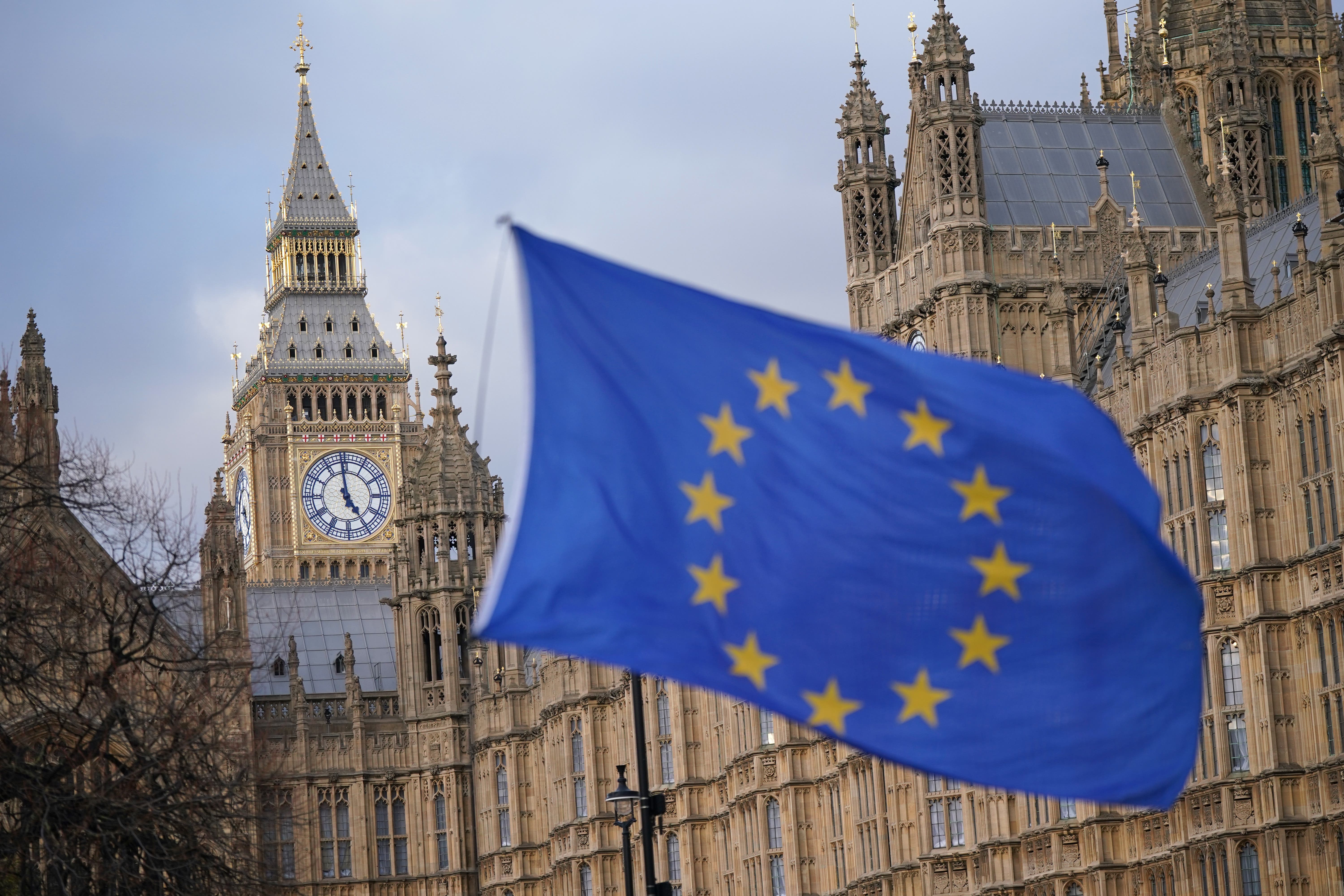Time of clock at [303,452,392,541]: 4:58
